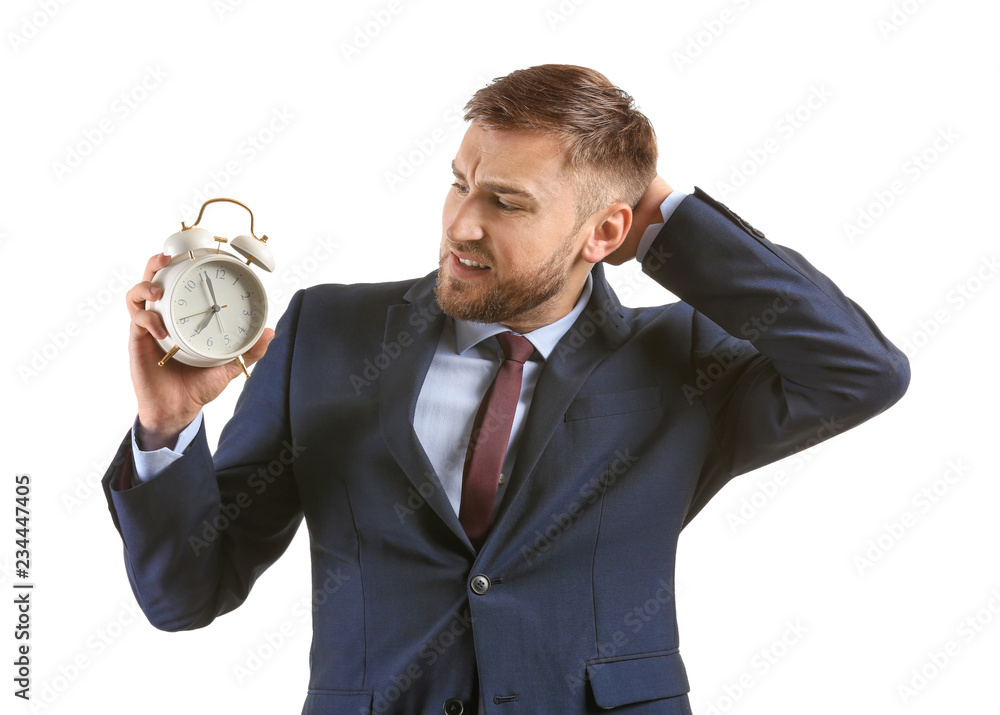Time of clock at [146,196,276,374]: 6:56
